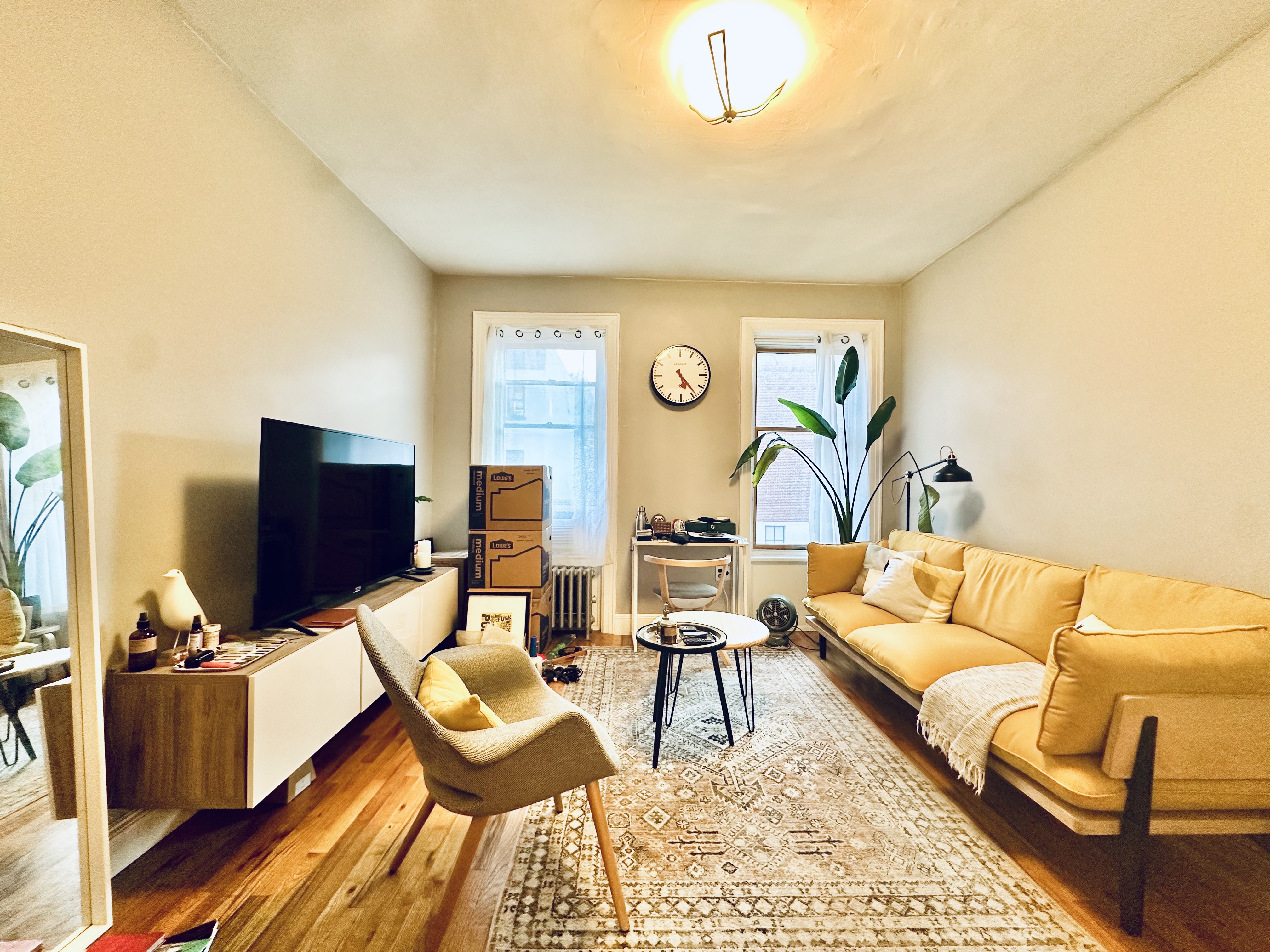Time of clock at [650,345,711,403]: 5:23
